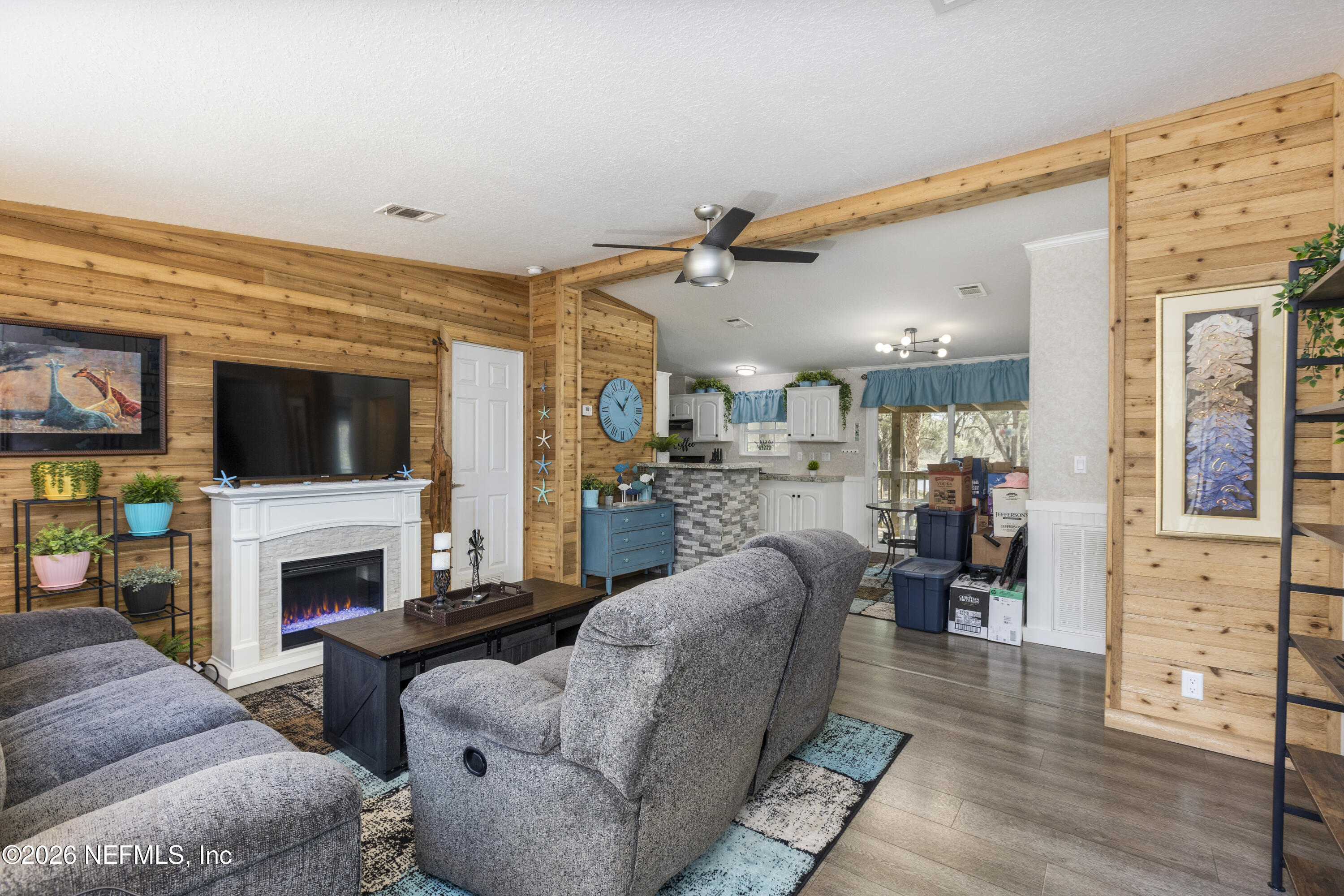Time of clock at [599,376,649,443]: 12:52
